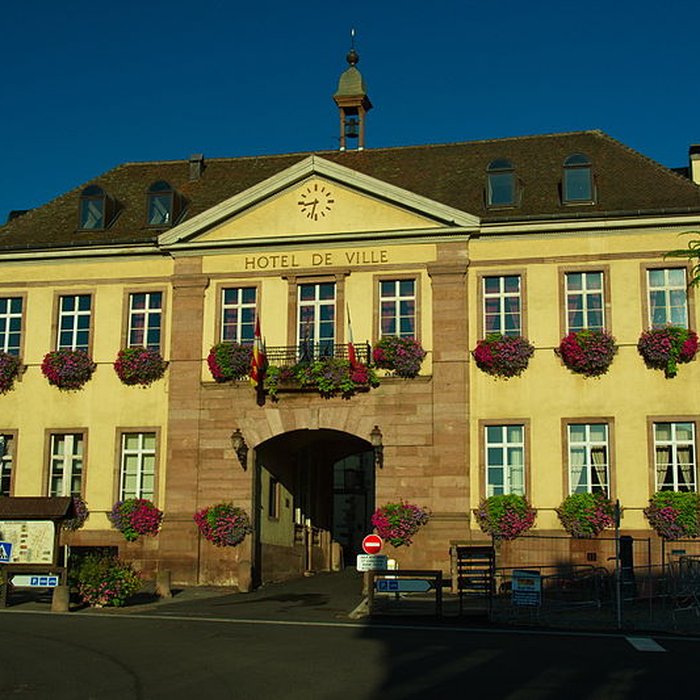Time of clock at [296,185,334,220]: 8:32
